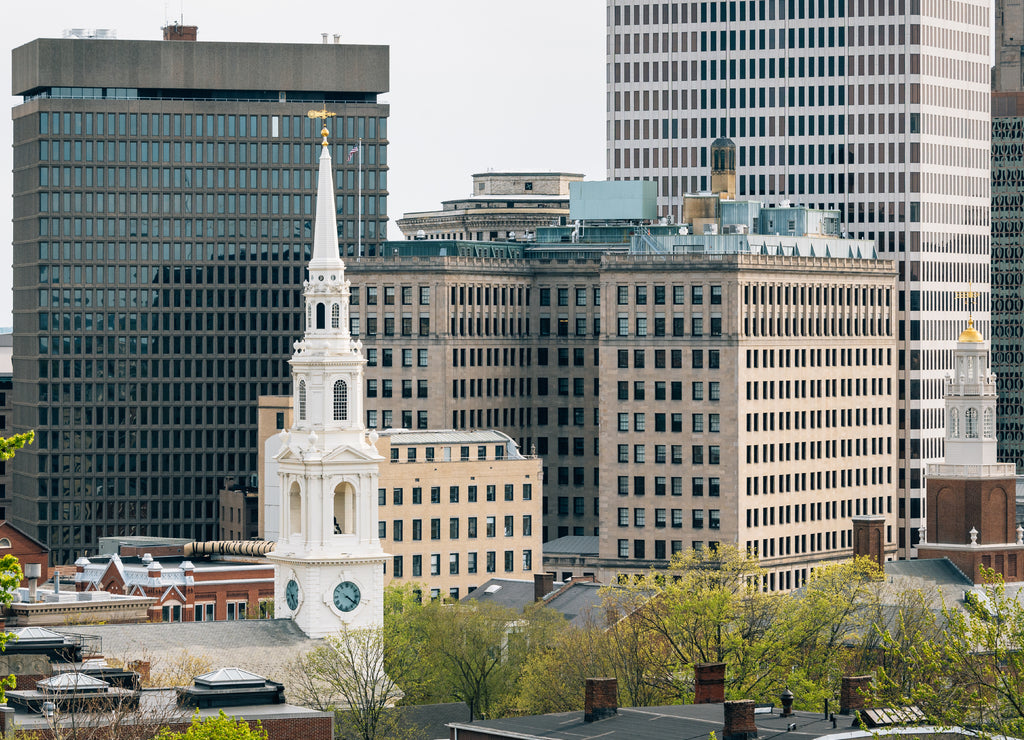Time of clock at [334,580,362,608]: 4:21
